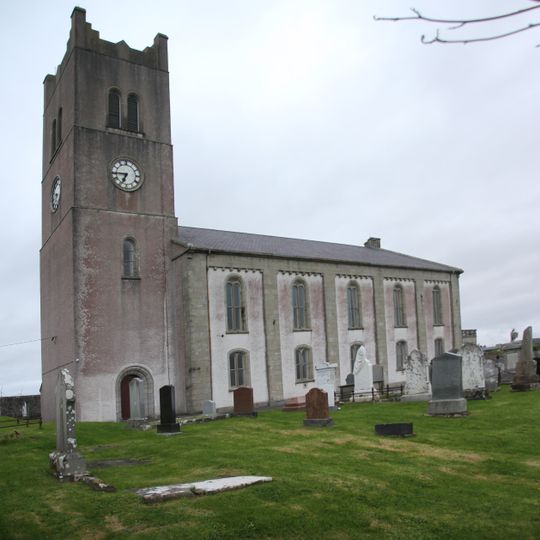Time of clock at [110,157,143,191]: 6:44
